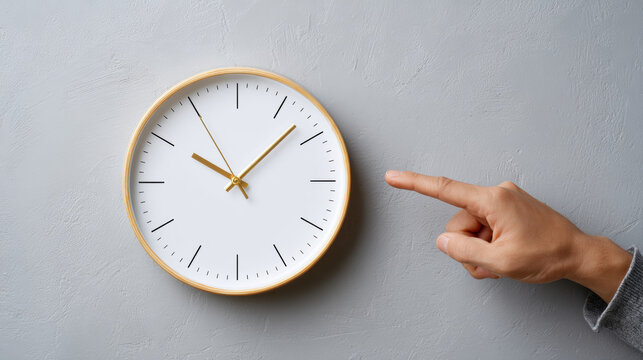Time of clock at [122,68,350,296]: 10:07
